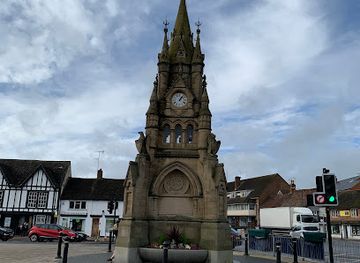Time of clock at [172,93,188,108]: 1:06
